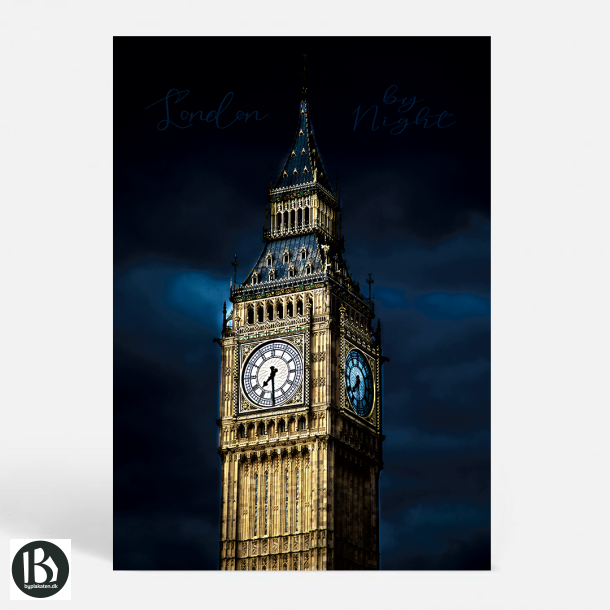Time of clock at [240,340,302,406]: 7:30
